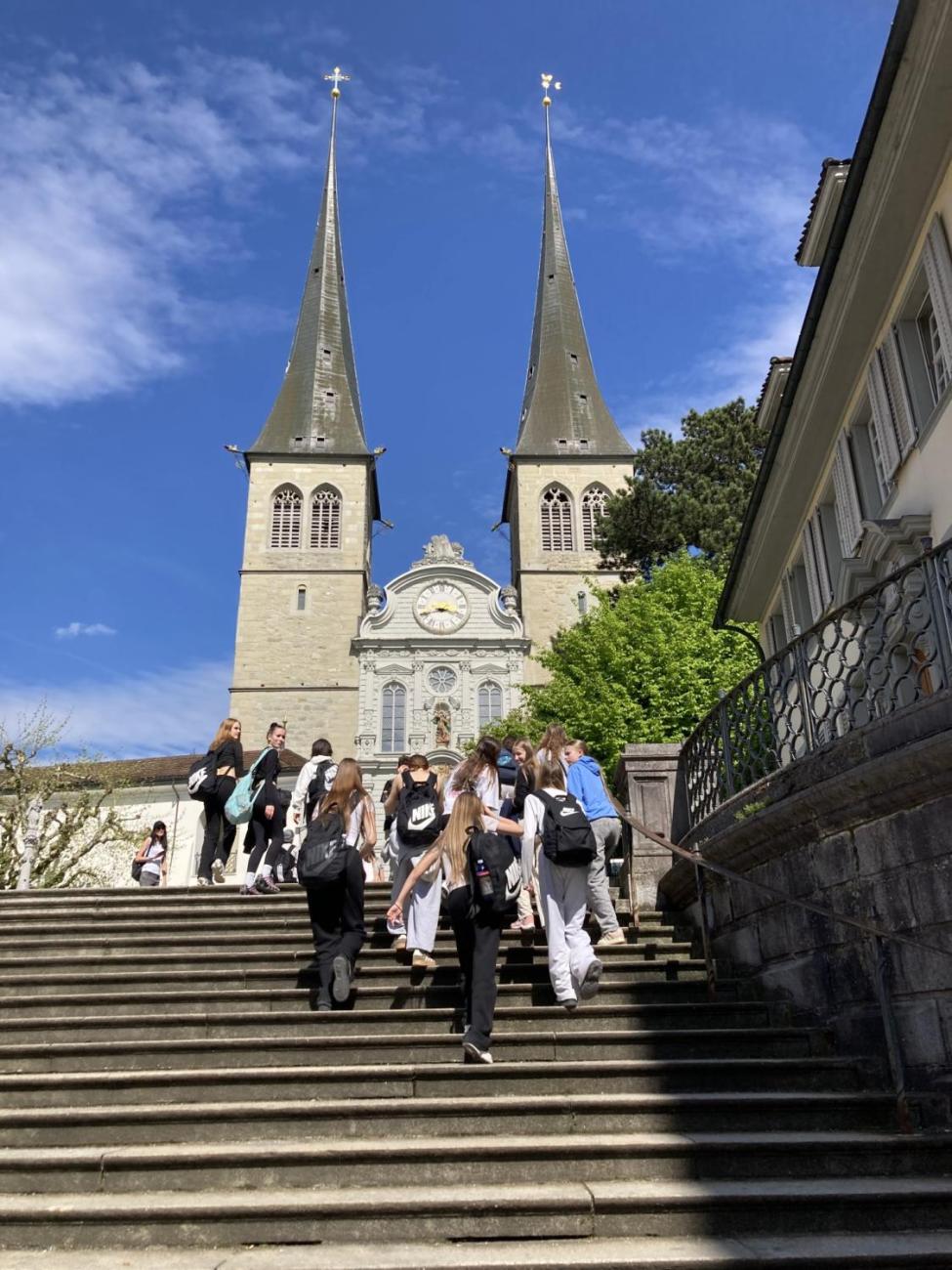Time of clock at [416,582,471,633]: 3:41
